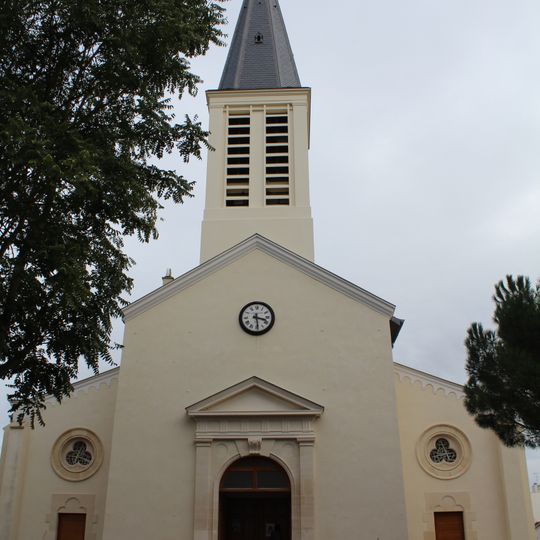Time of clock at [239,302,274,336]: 3:28
